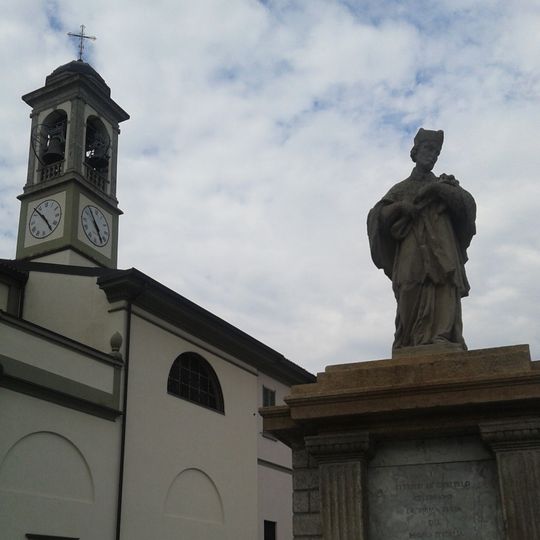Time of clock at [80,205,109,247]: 4:54
